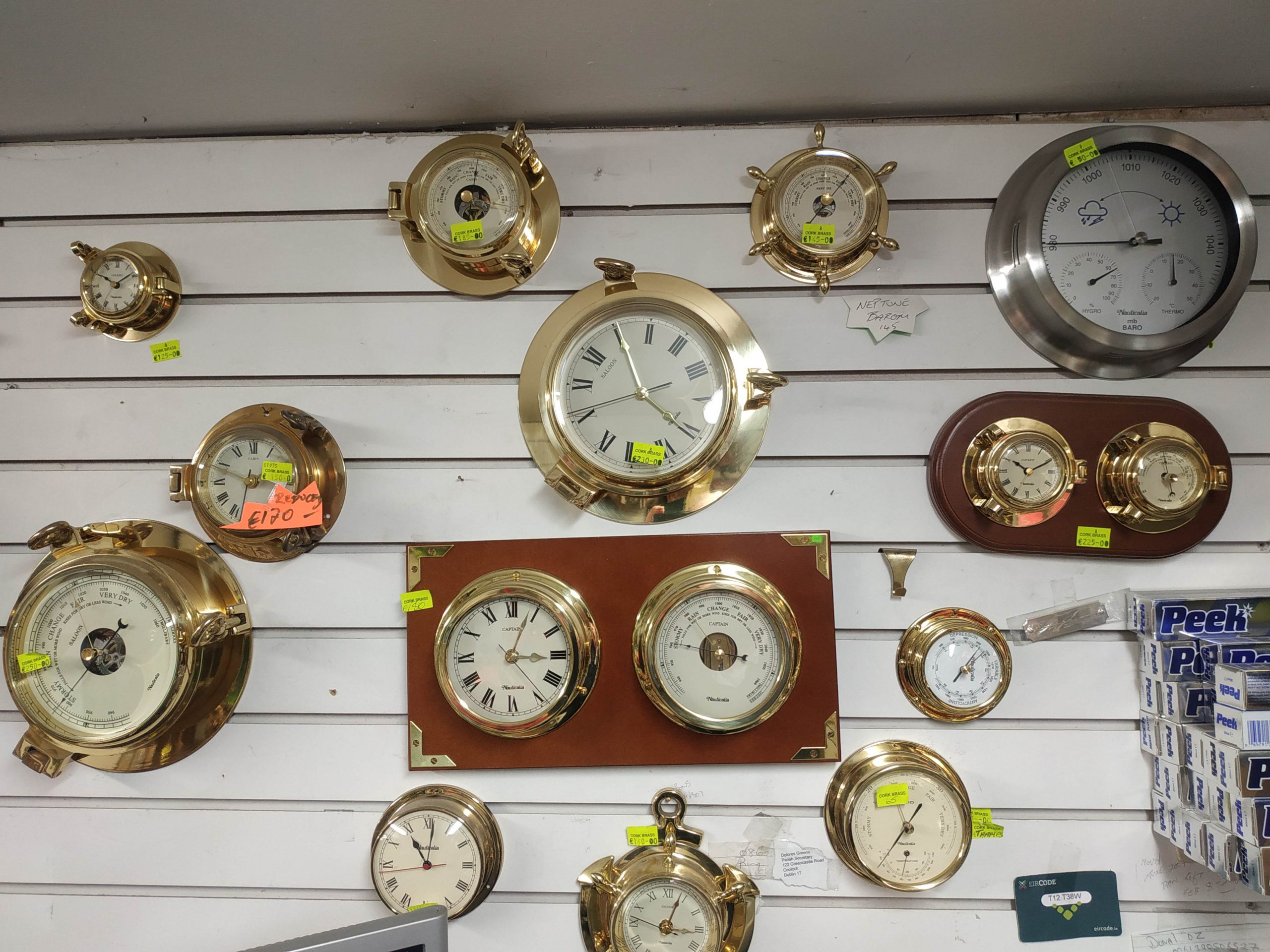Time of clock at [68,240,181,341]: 10:09
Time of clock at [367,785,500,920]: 11:01
